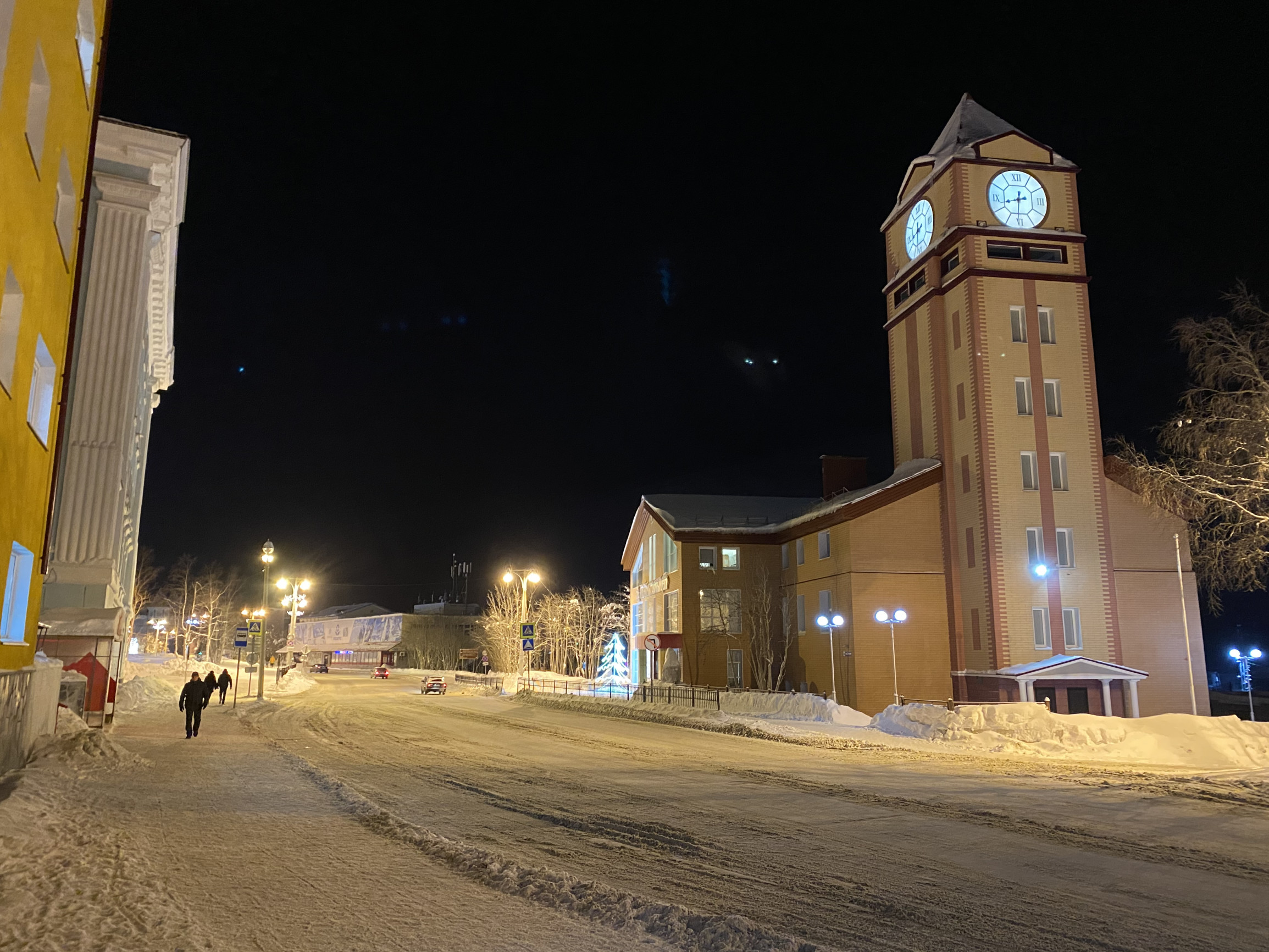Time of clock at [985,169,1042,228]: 8:30
